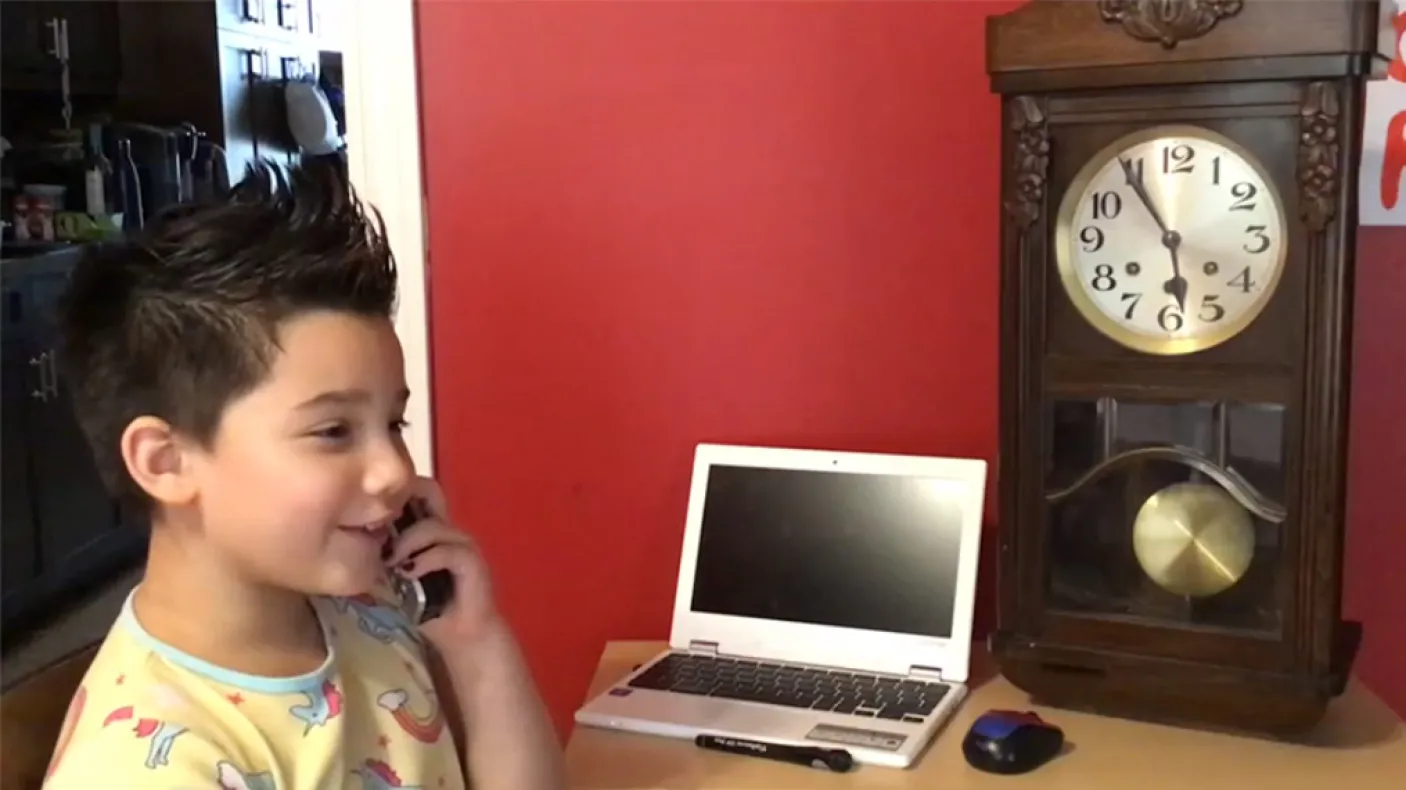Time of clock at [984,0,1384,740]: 5:54
